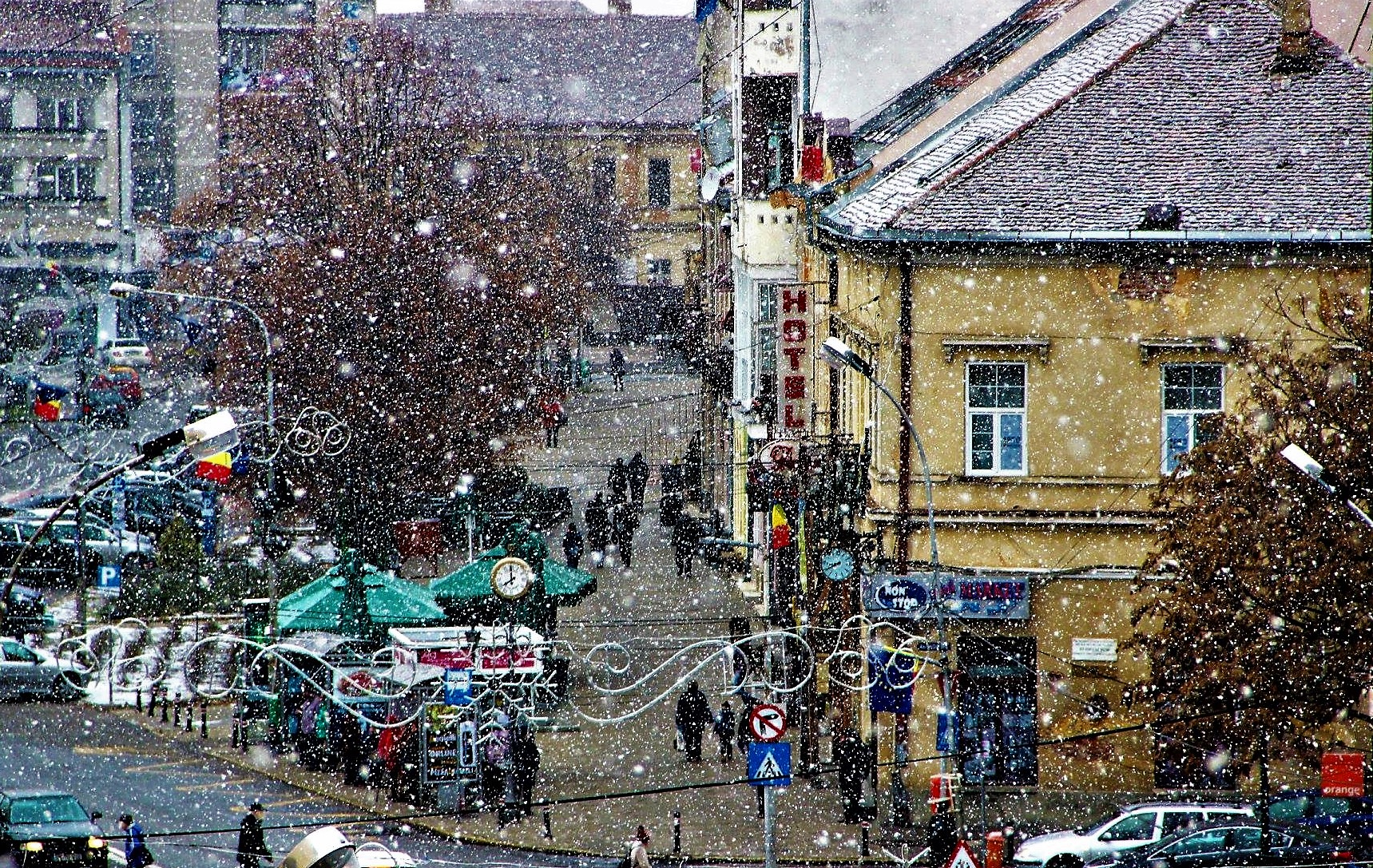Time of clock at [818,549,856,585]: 8:40
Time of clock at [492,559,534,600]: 7:59
